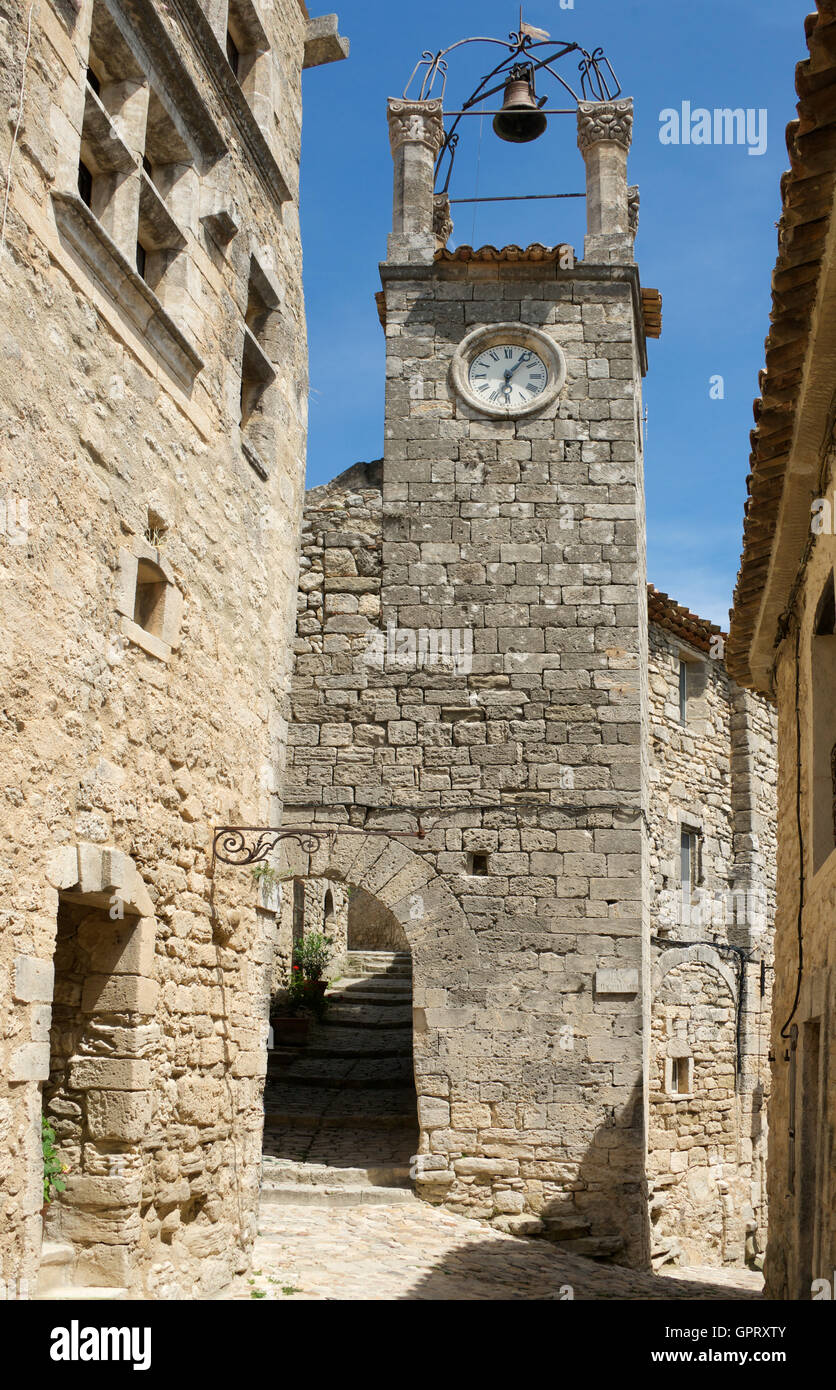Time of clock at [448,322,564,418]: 6:06
